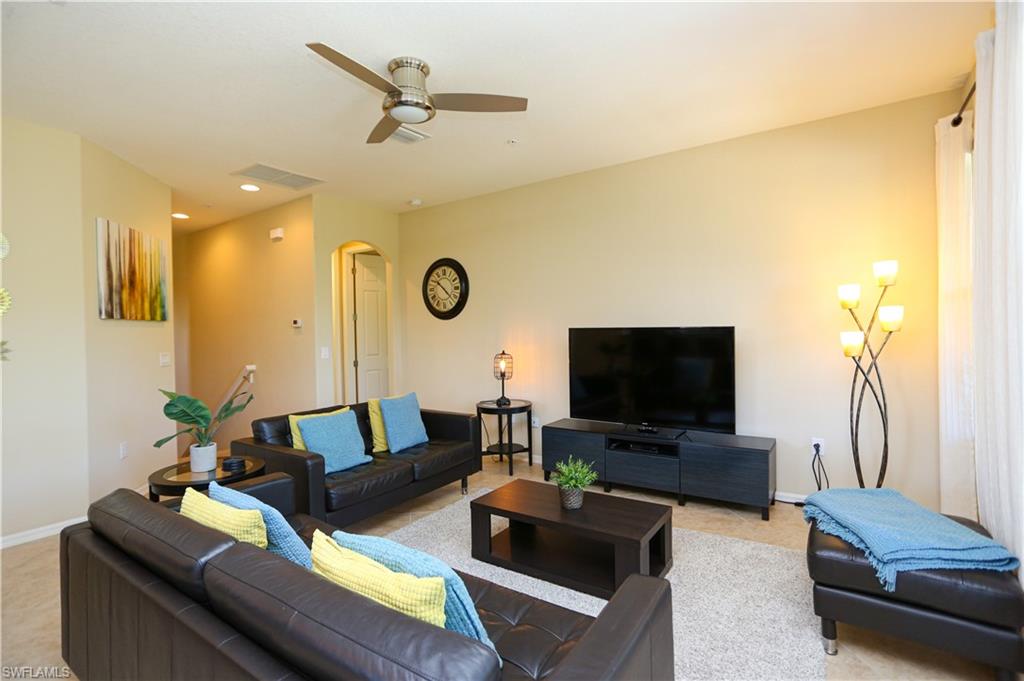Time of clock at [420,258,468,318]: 10:22
